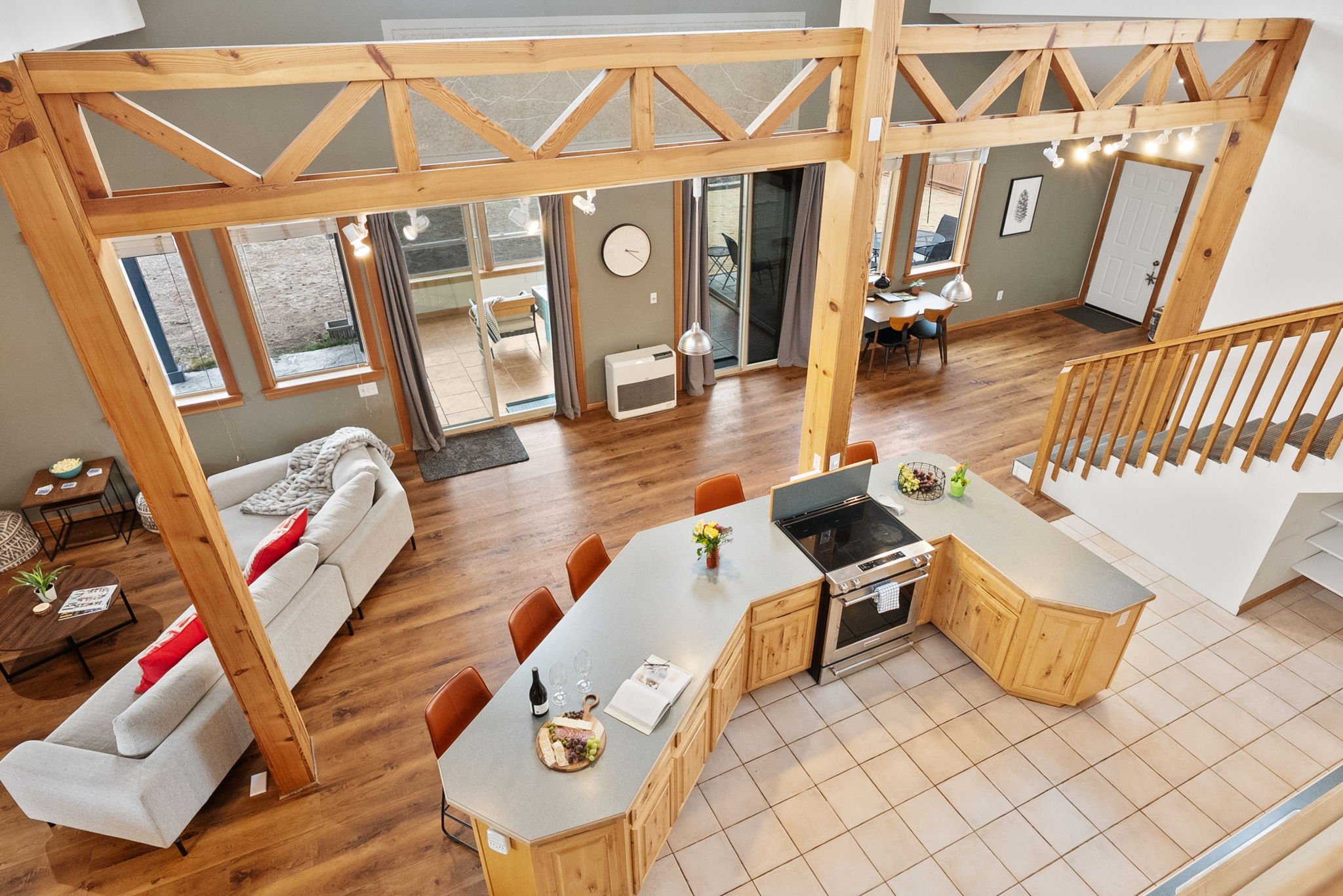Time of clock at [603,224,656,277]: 3:20
